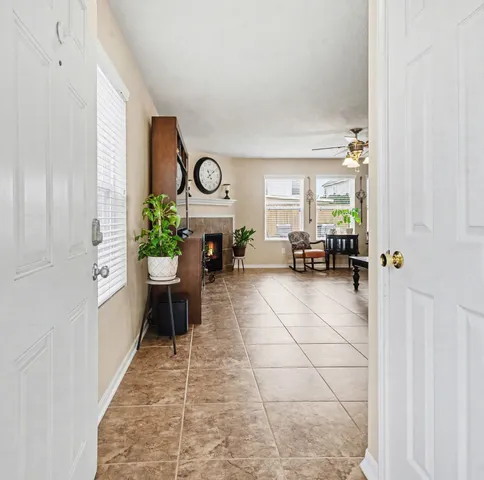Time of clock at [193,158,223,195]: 11:09
